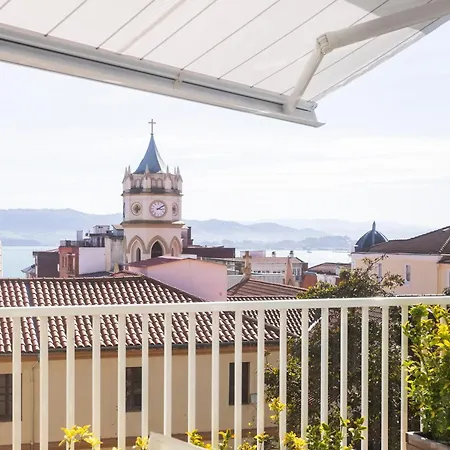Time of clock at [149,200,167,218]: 3:09
